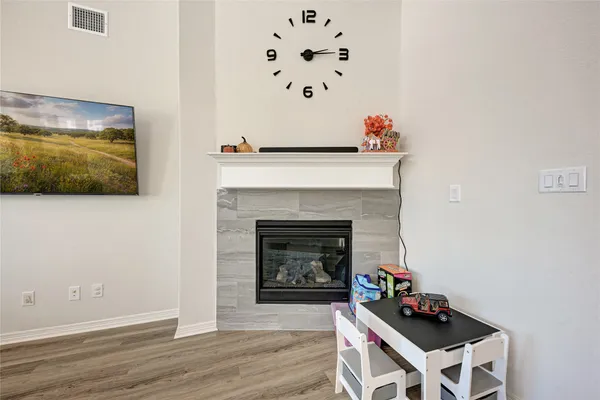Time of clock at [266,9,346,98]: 2:14
